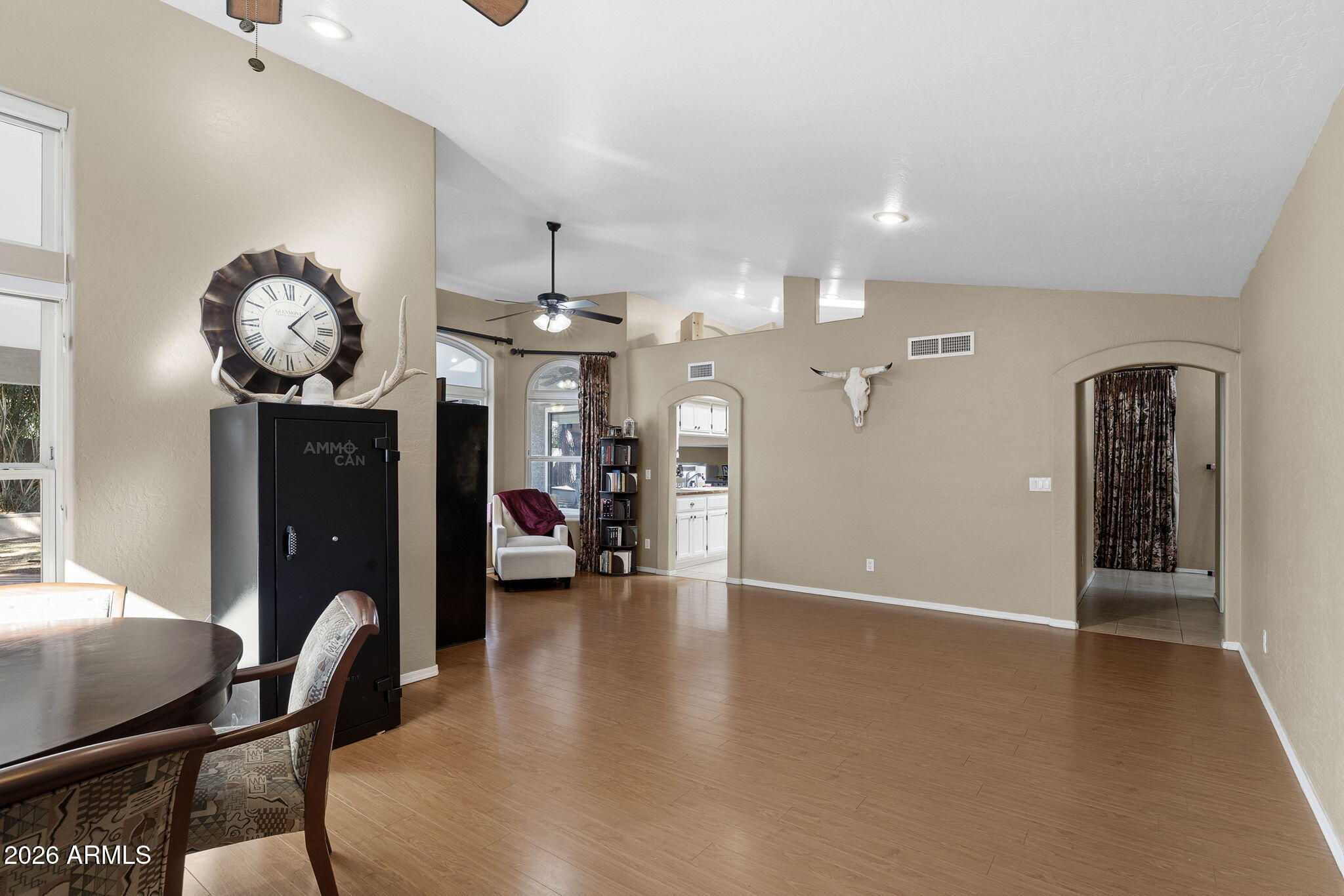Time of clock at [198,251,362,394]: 1:21
